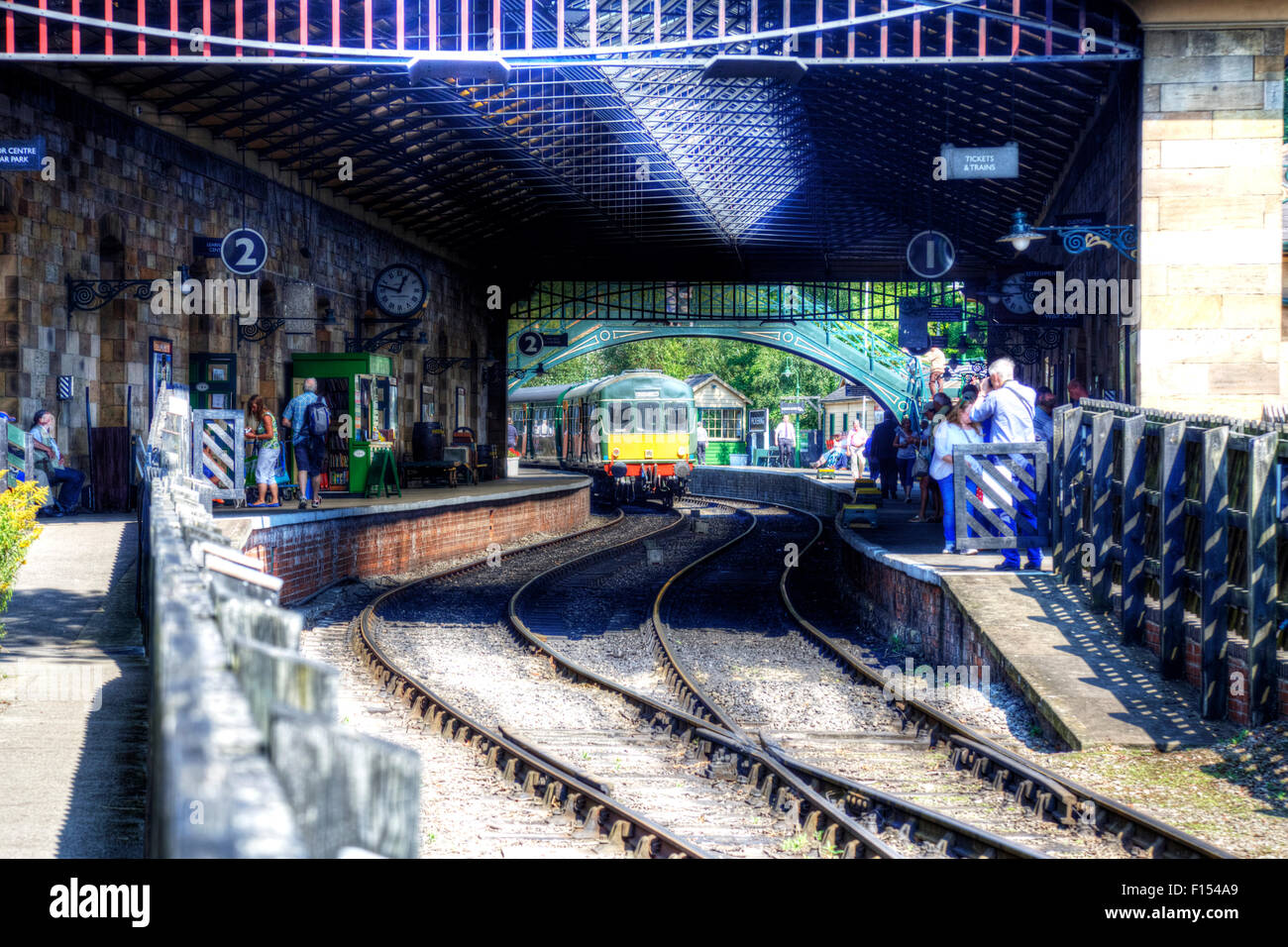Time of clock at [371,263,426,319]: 12:47
